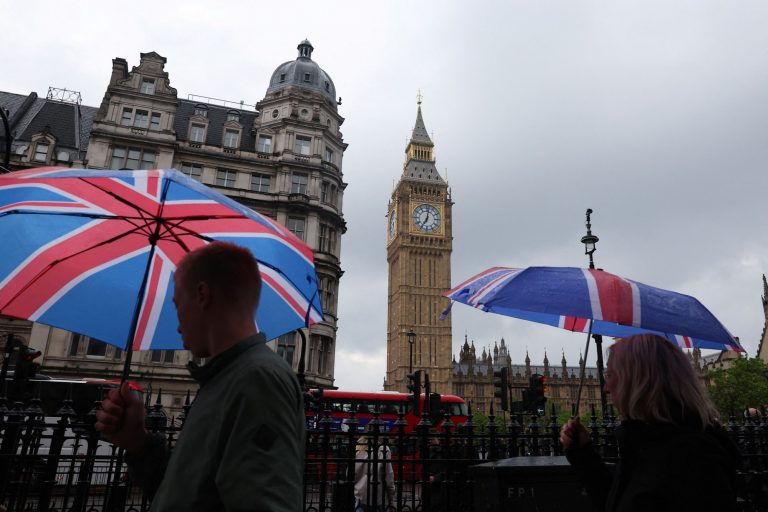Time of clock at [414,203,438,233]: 7:01
